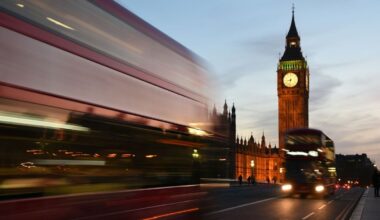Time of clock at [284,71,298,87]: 8:32
